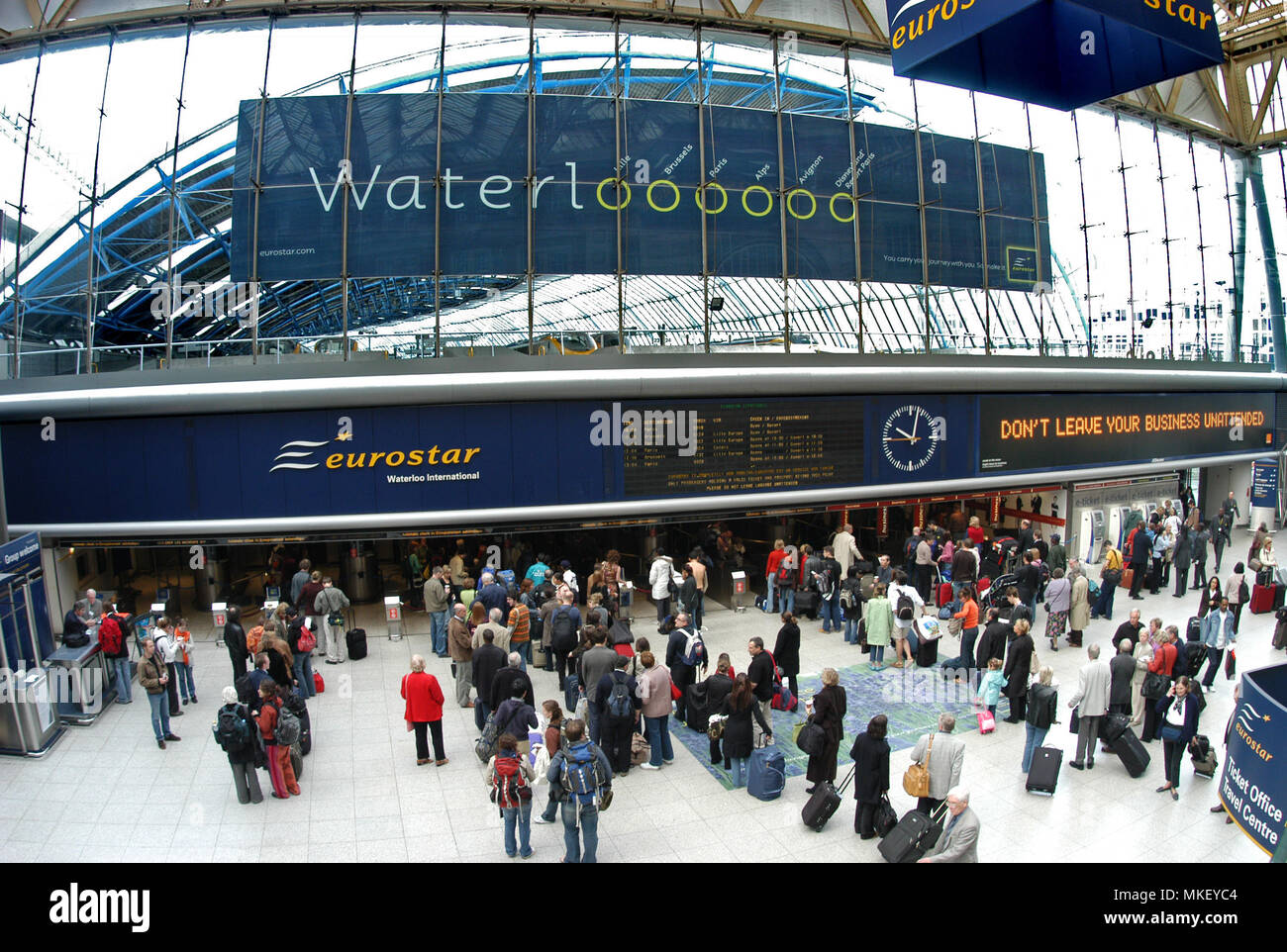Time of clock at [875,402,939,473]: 10:03
